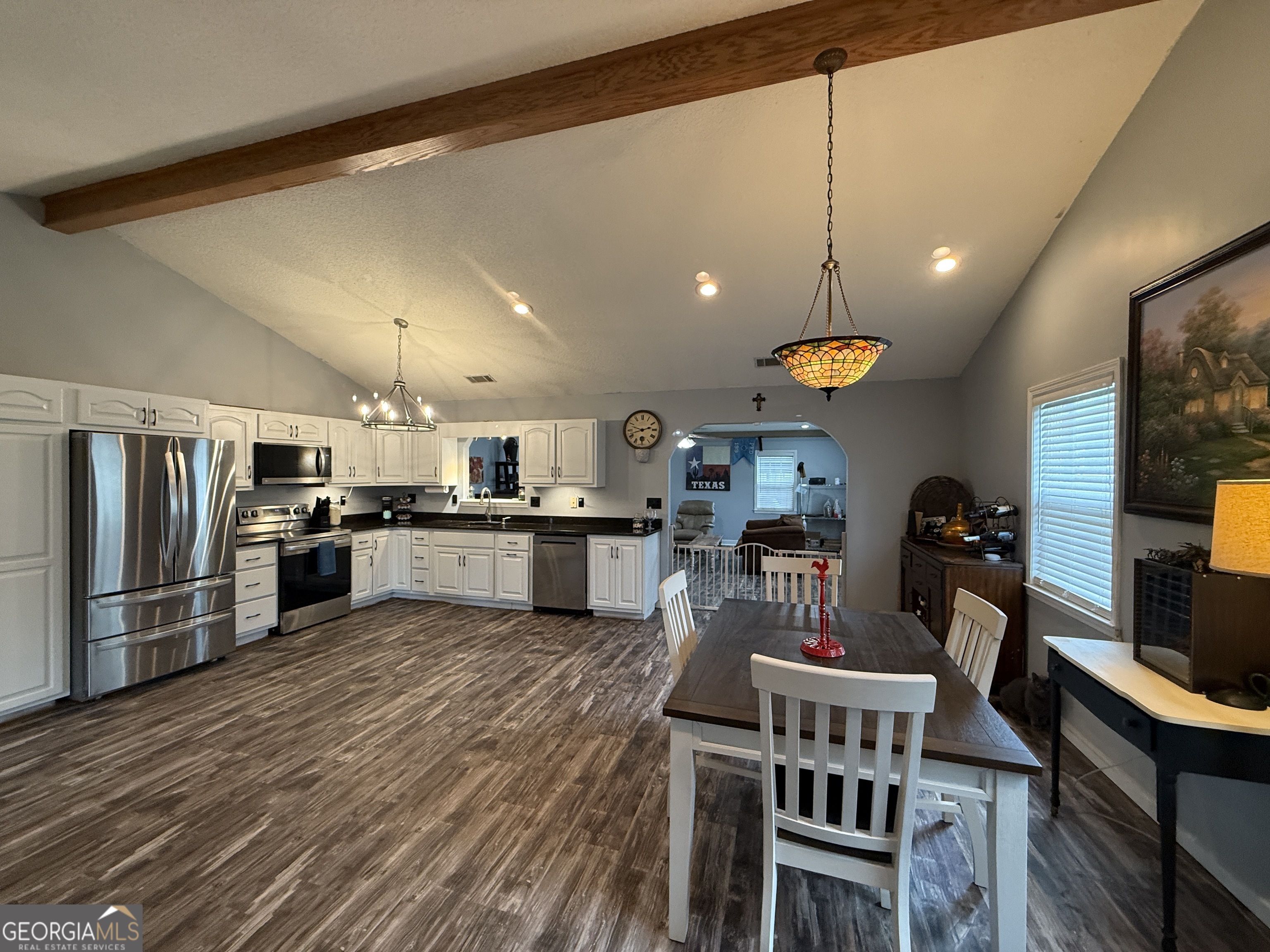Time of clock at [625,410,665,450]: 9:42
